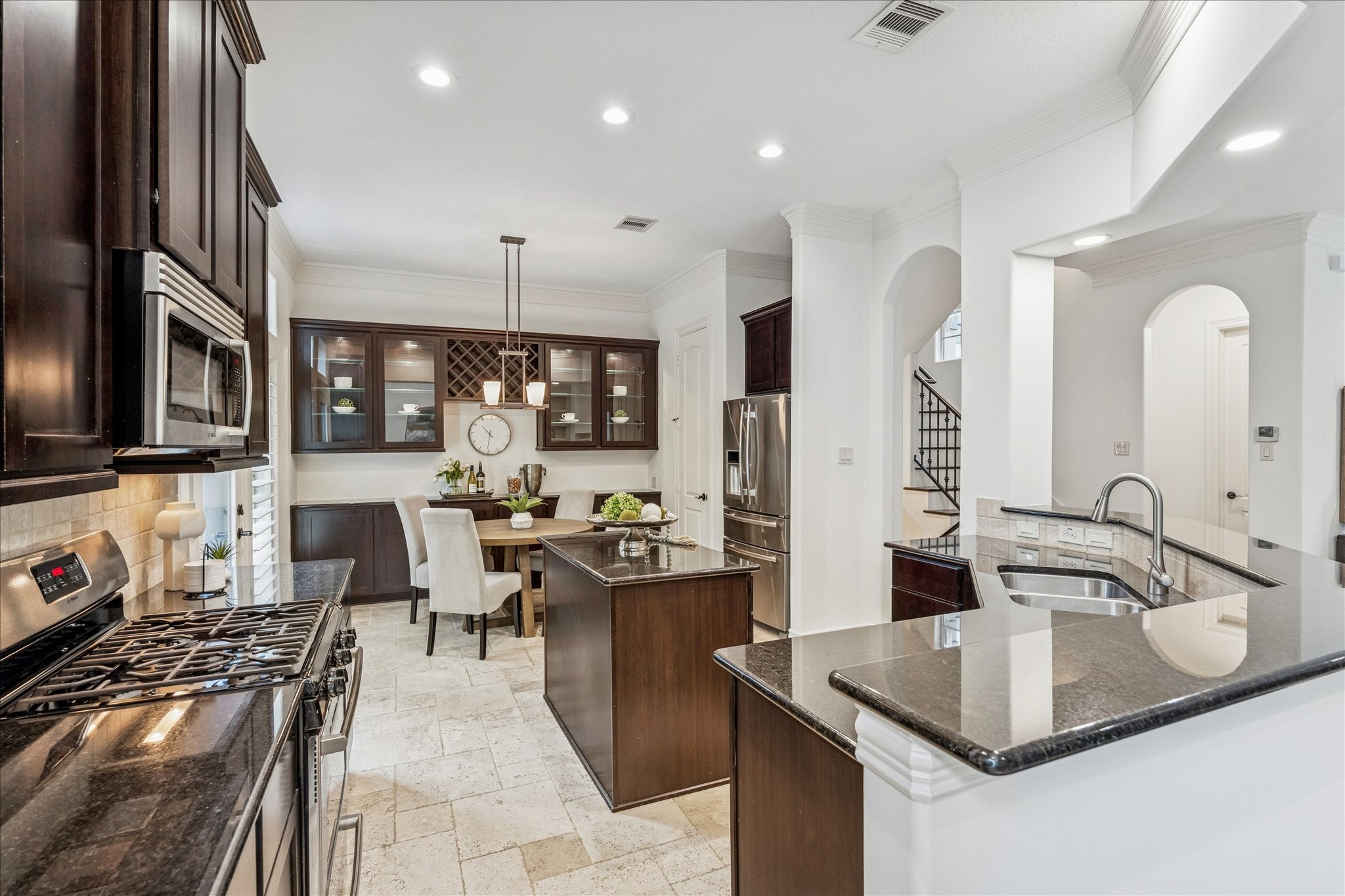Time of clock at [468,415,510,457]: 10:30
